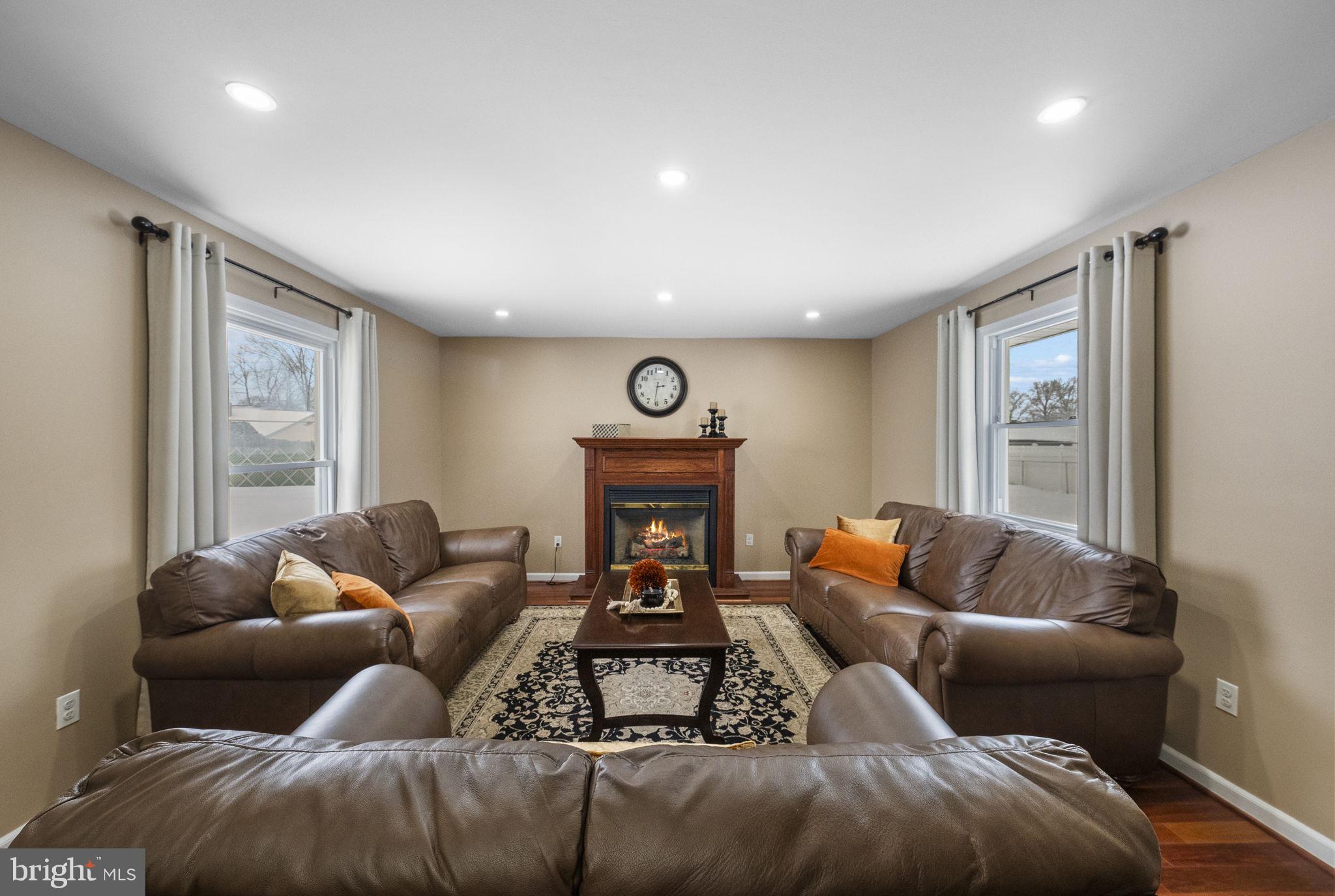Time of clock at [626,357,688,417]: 2:31
